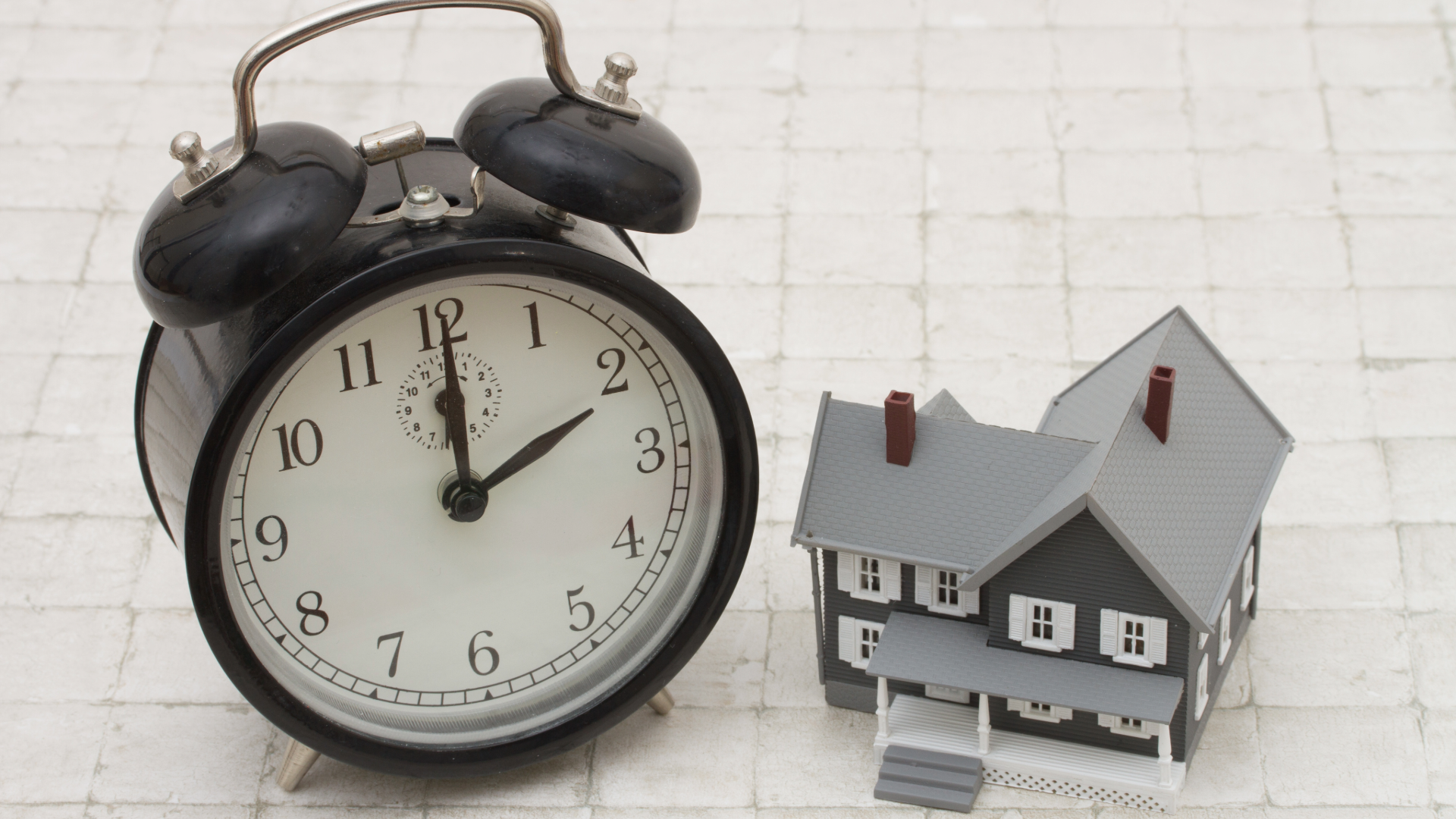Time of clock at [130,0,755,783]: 2:00
